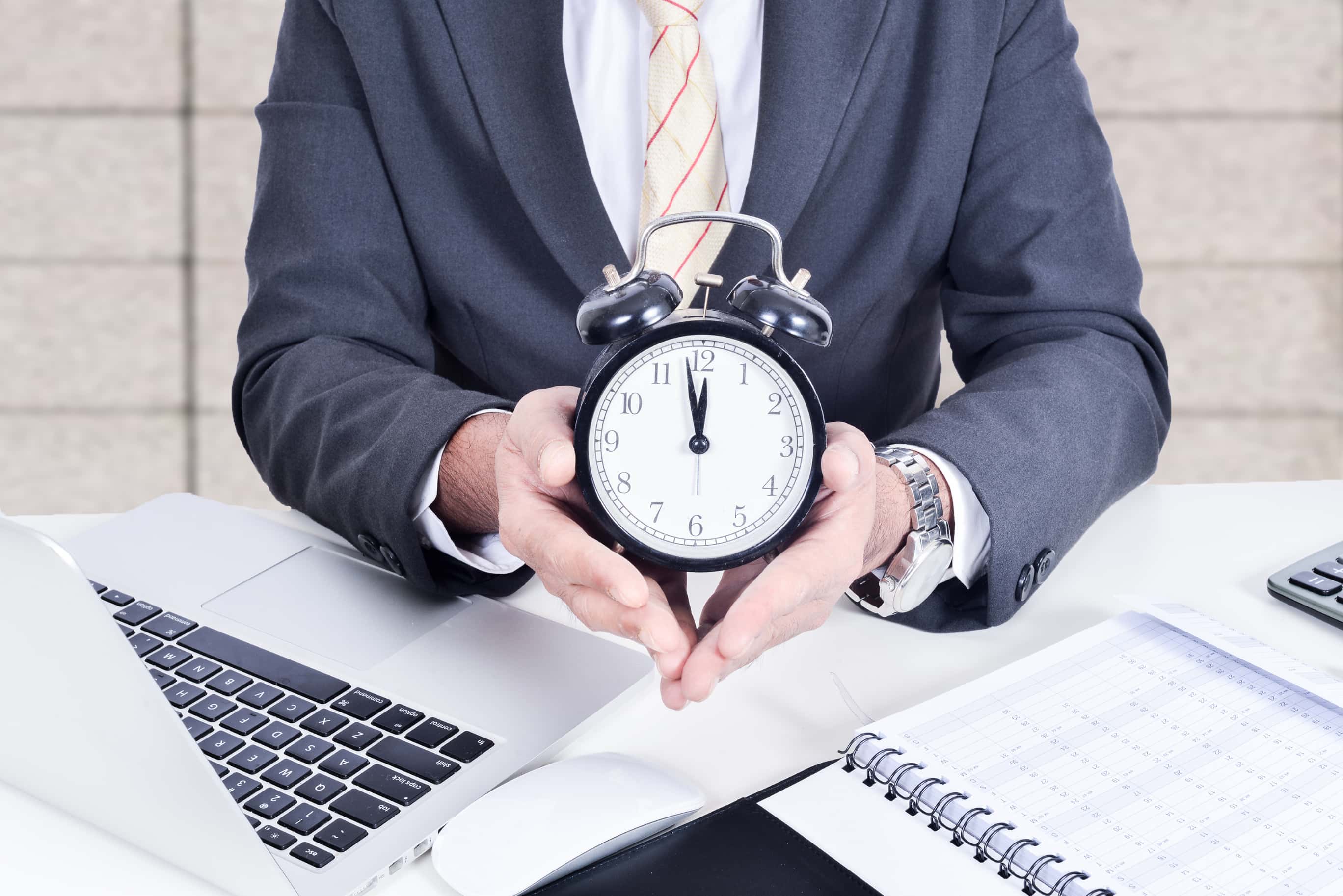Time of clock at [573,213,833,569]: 11:58
